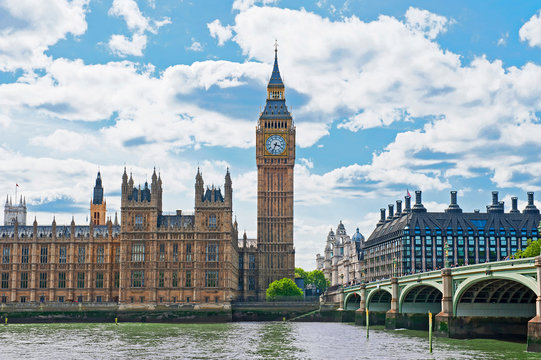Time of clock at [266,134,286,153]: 3:33
